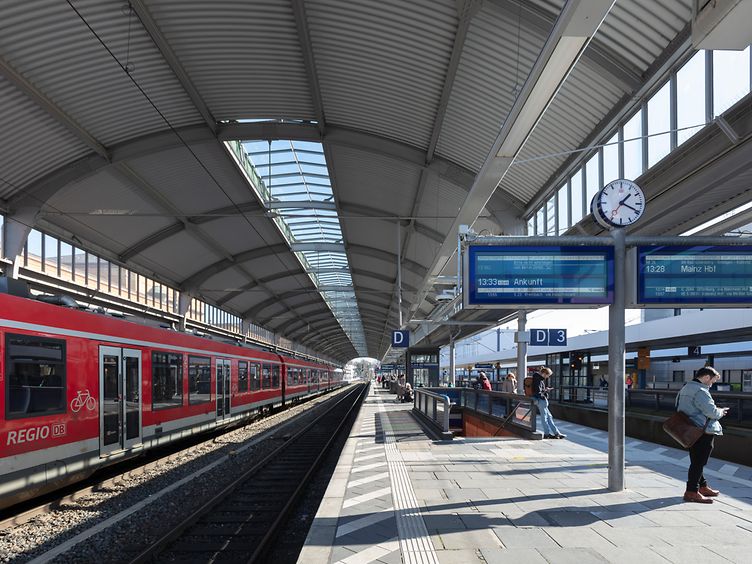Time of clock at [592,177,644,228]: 1:18
